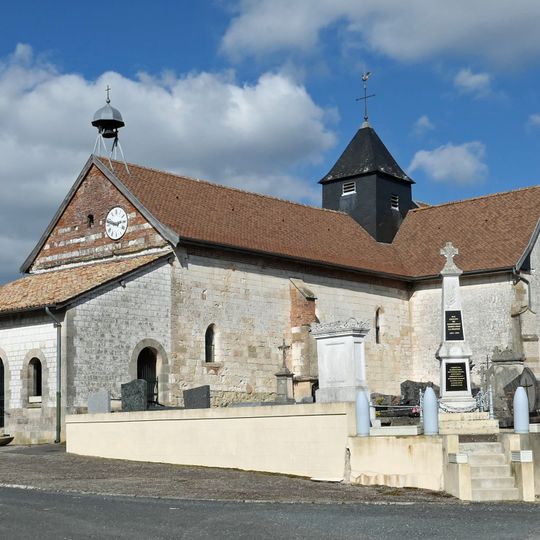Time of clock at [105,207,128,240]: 2:48
